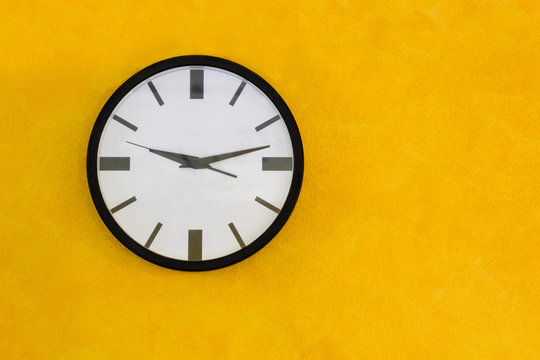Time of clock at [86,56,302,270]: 9:12
